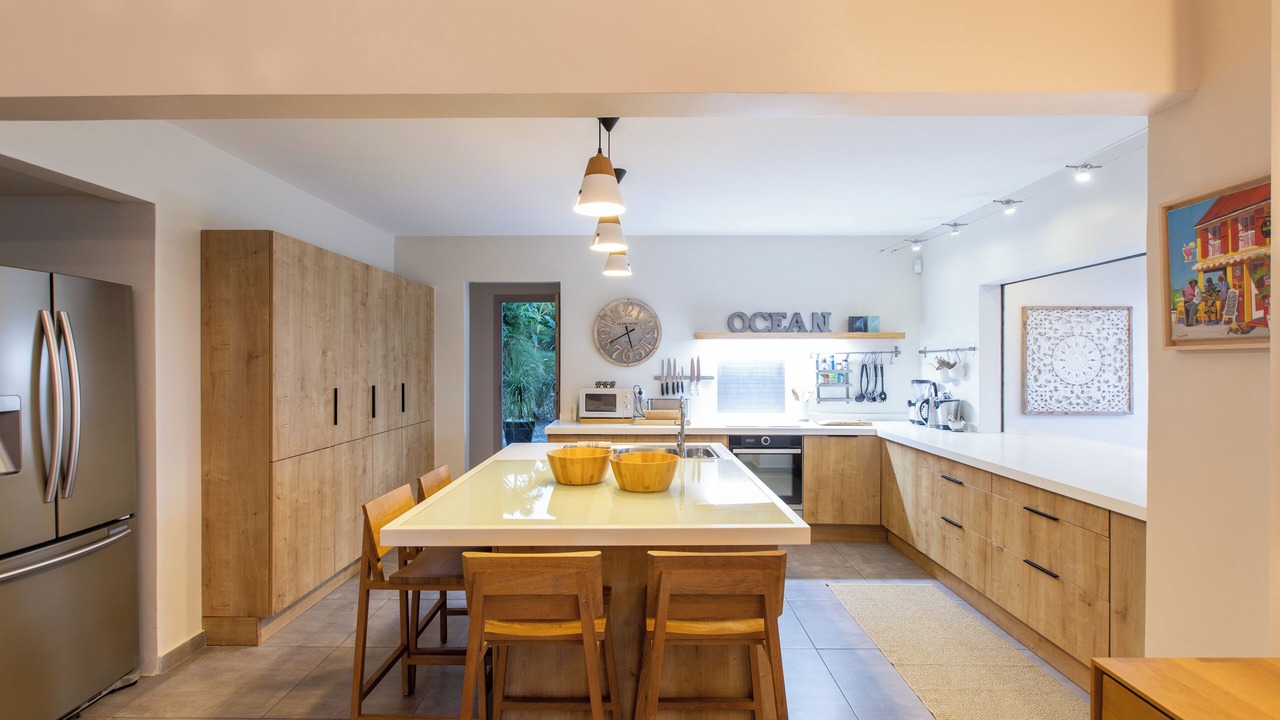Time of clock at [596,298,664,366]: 5:40
